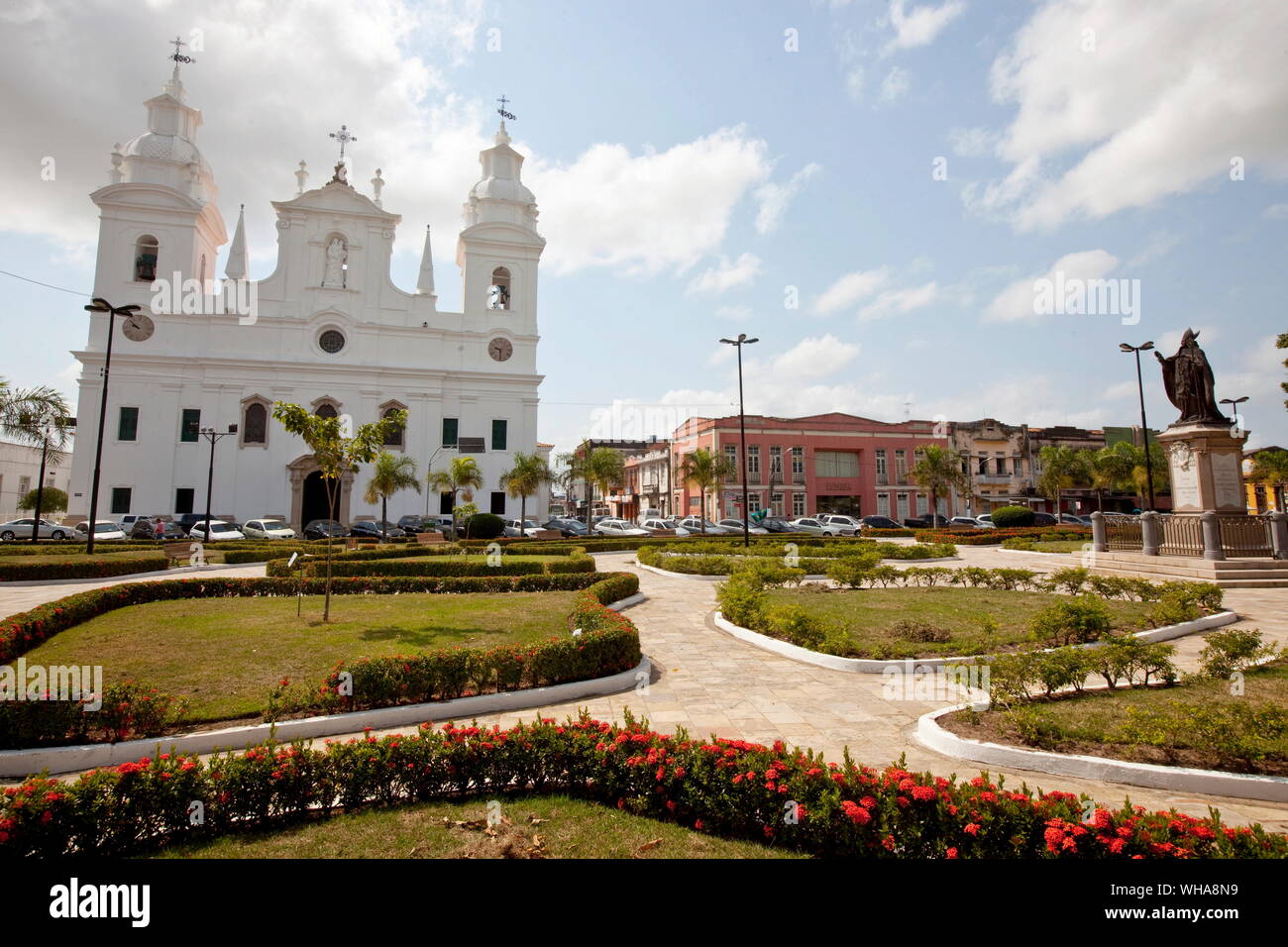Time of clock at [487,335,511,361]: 9:30
